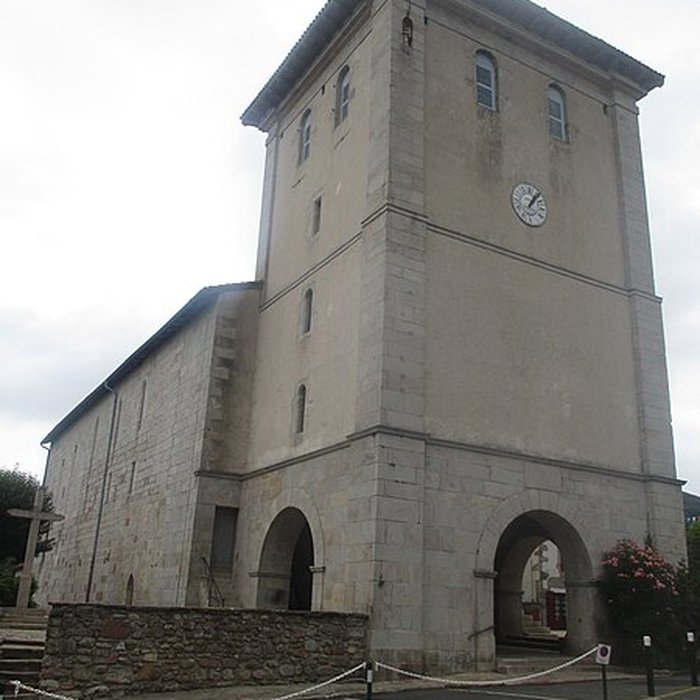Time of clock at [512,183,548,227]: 1:06
